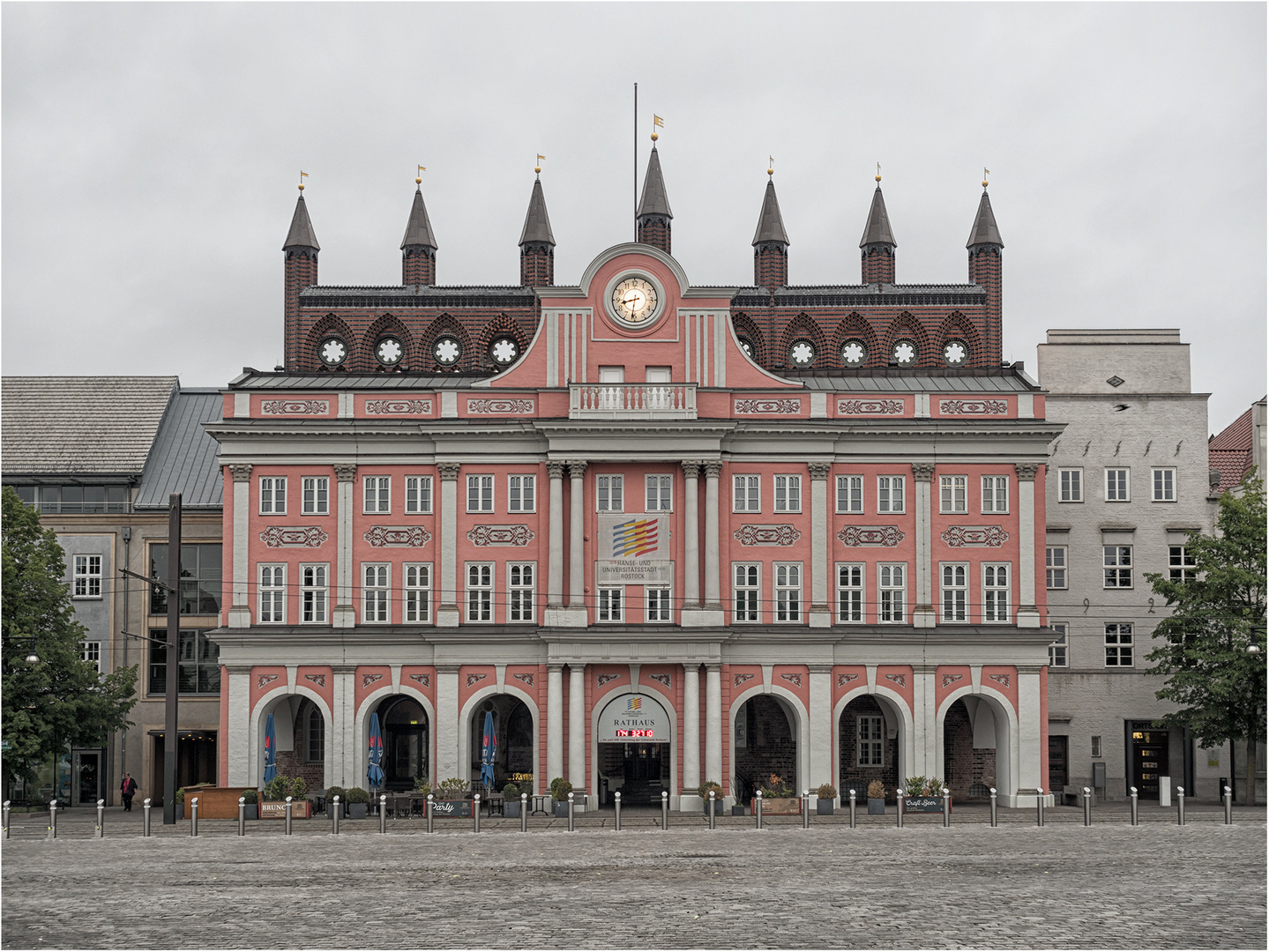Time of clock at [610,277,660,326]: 8:31
